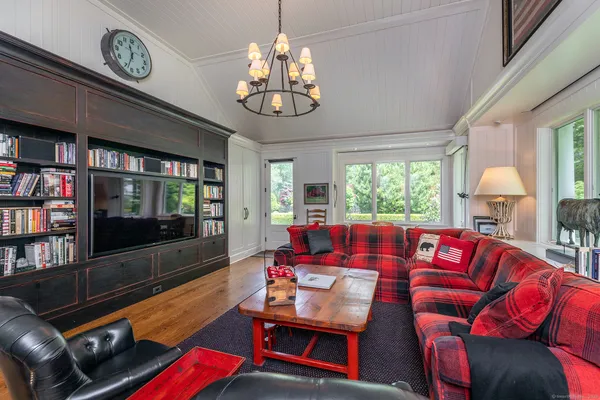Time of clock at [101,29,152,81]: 11:33
